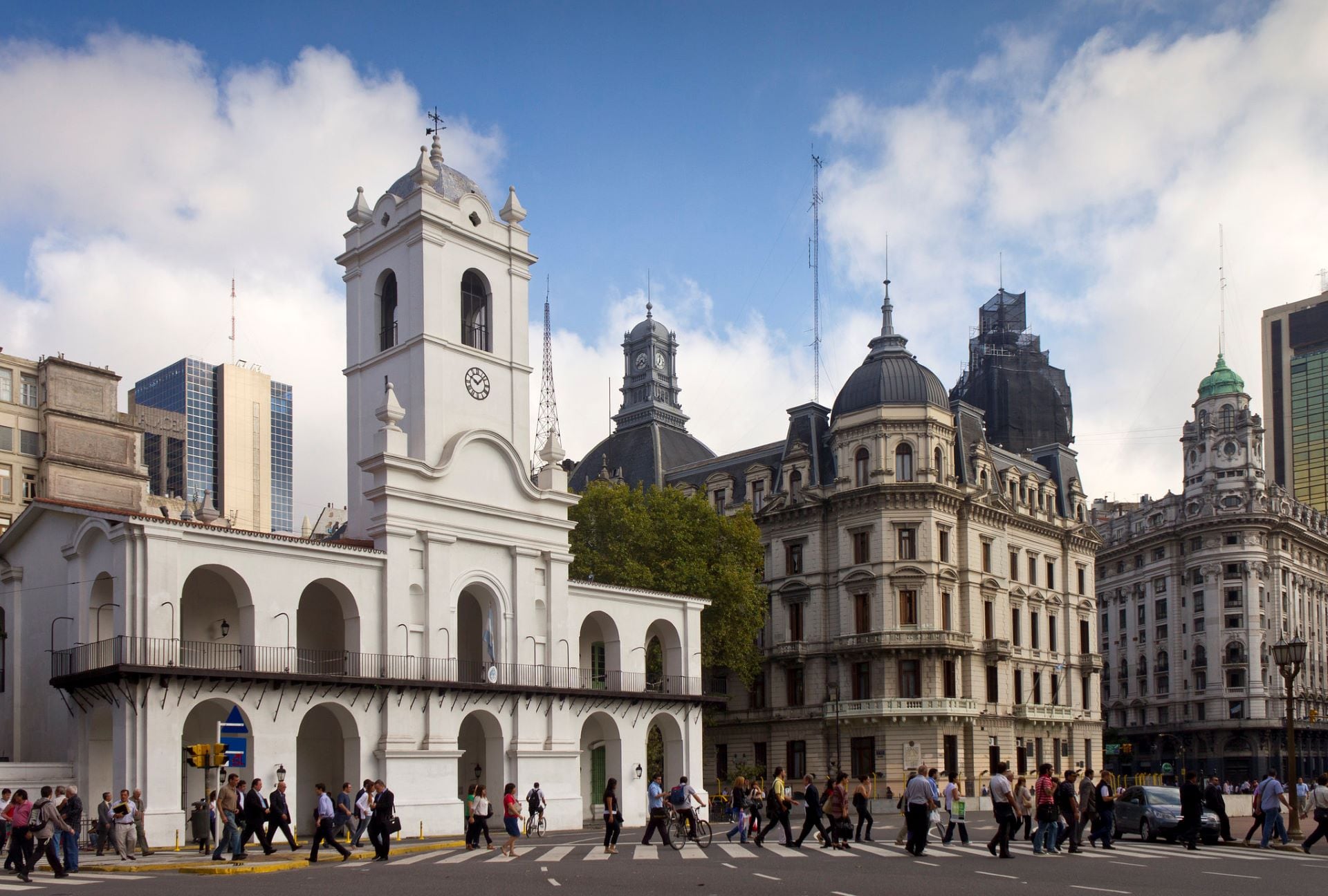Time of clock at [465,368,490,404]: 10:07
